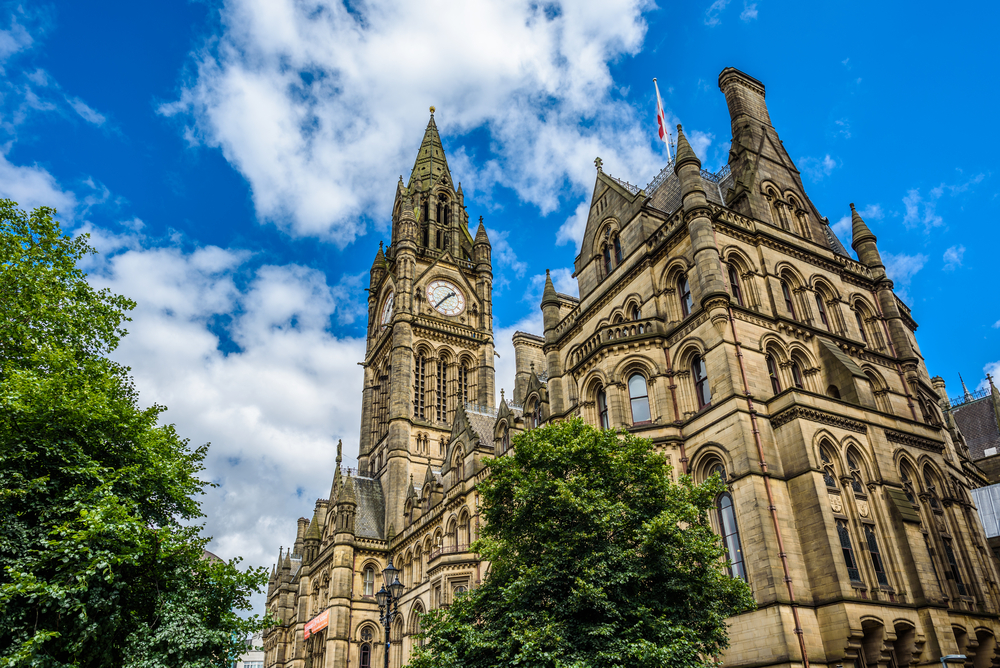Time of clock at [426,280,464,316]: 1:36
